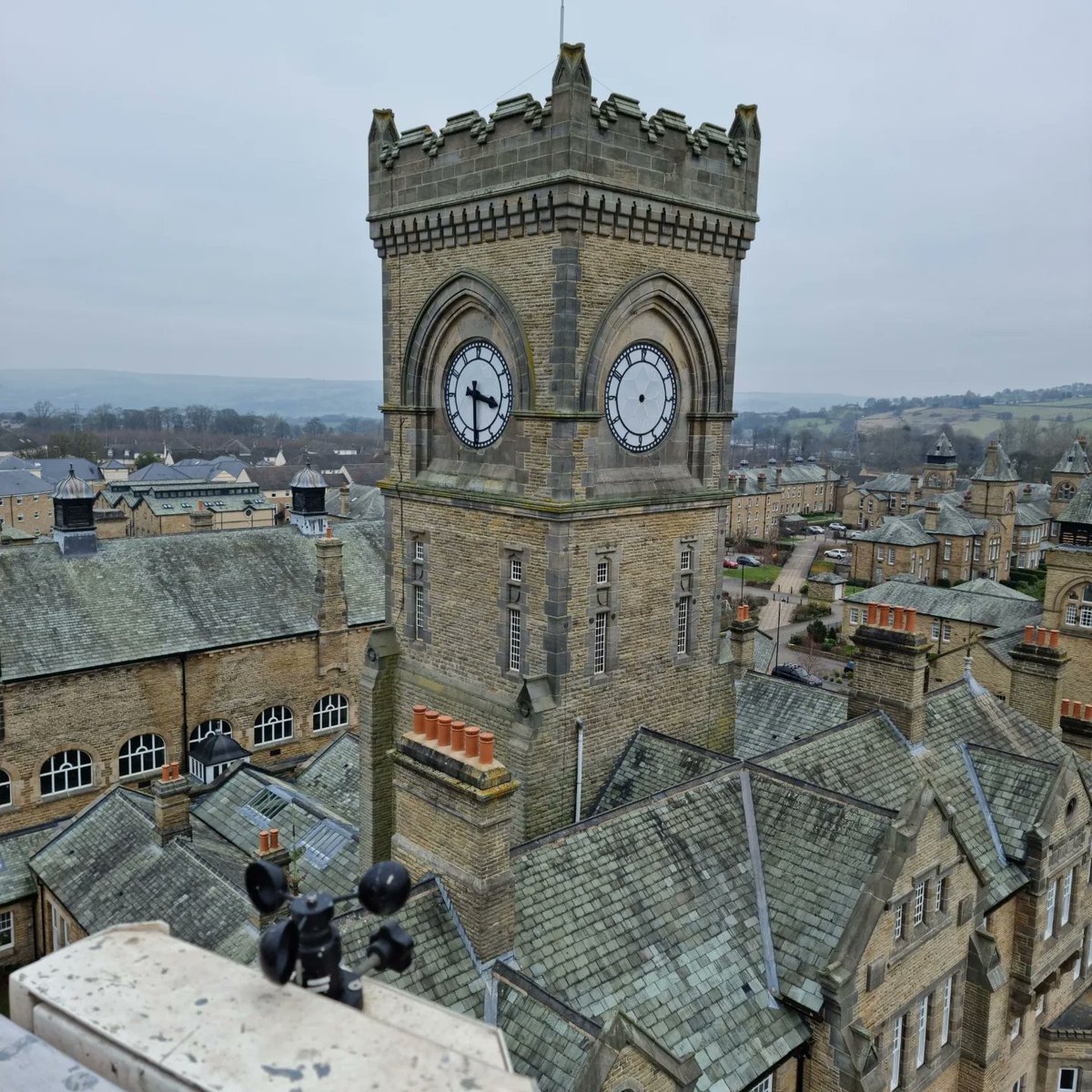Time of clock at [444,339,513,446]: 3:30
